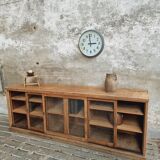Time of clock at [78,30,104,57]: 2:58
